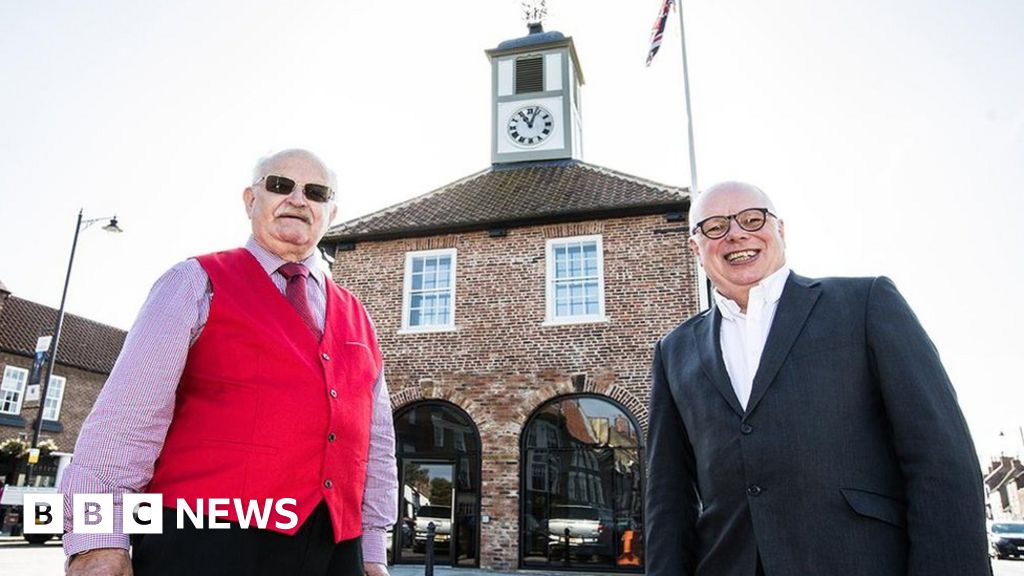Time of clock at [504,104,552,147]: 11:03
